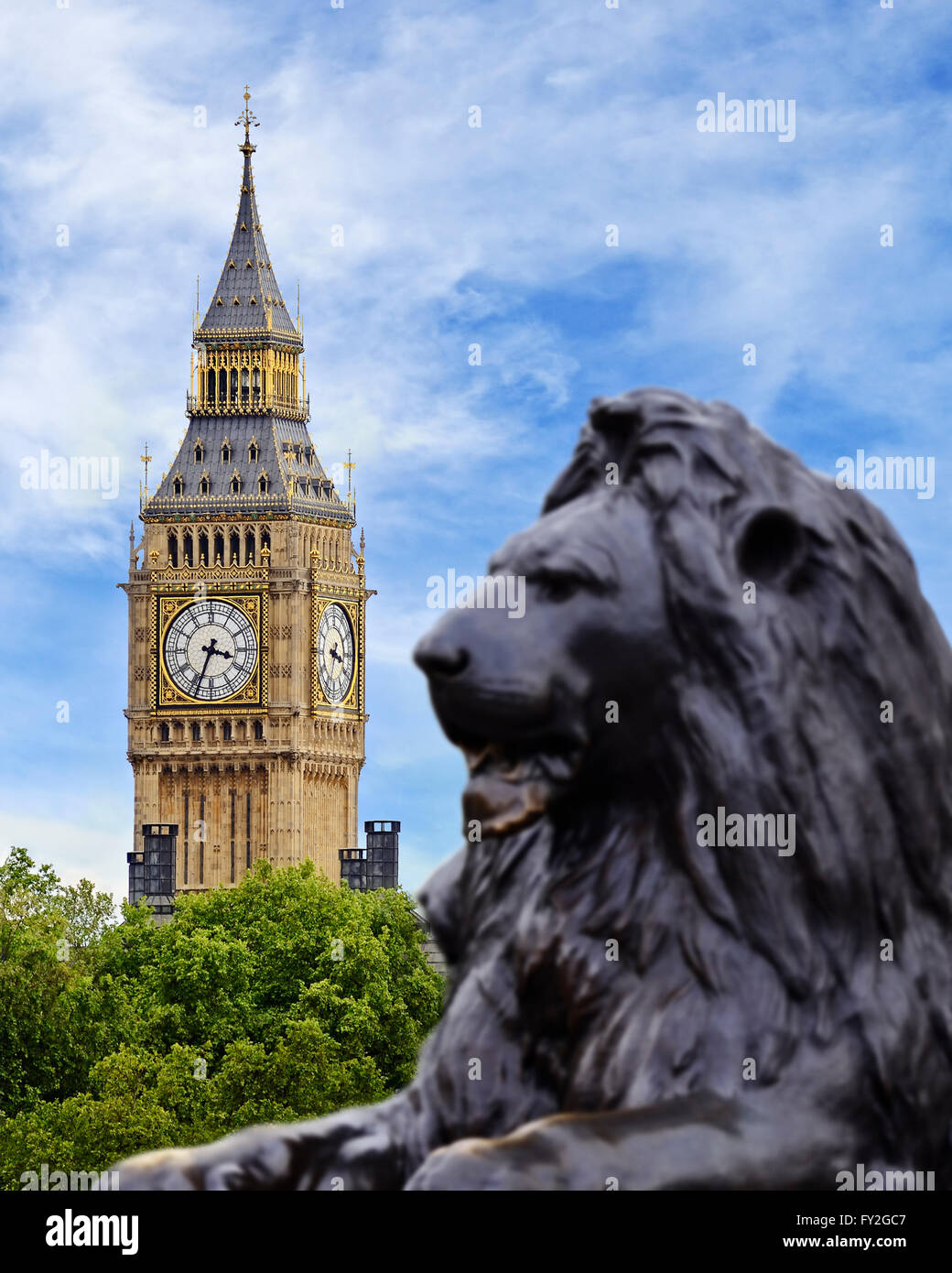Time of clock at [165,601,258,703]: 3:33
